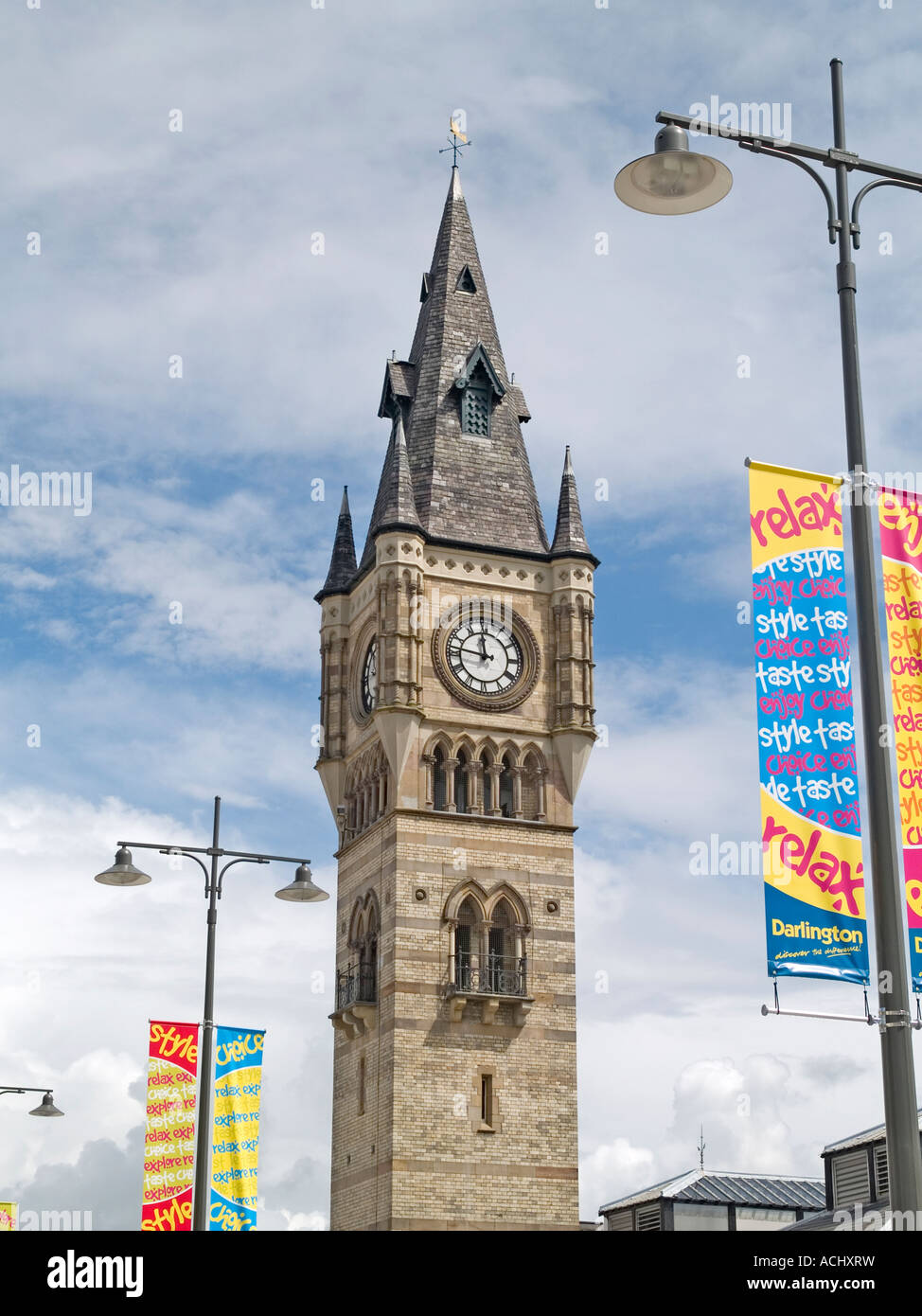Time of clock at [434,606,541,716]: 11:46
